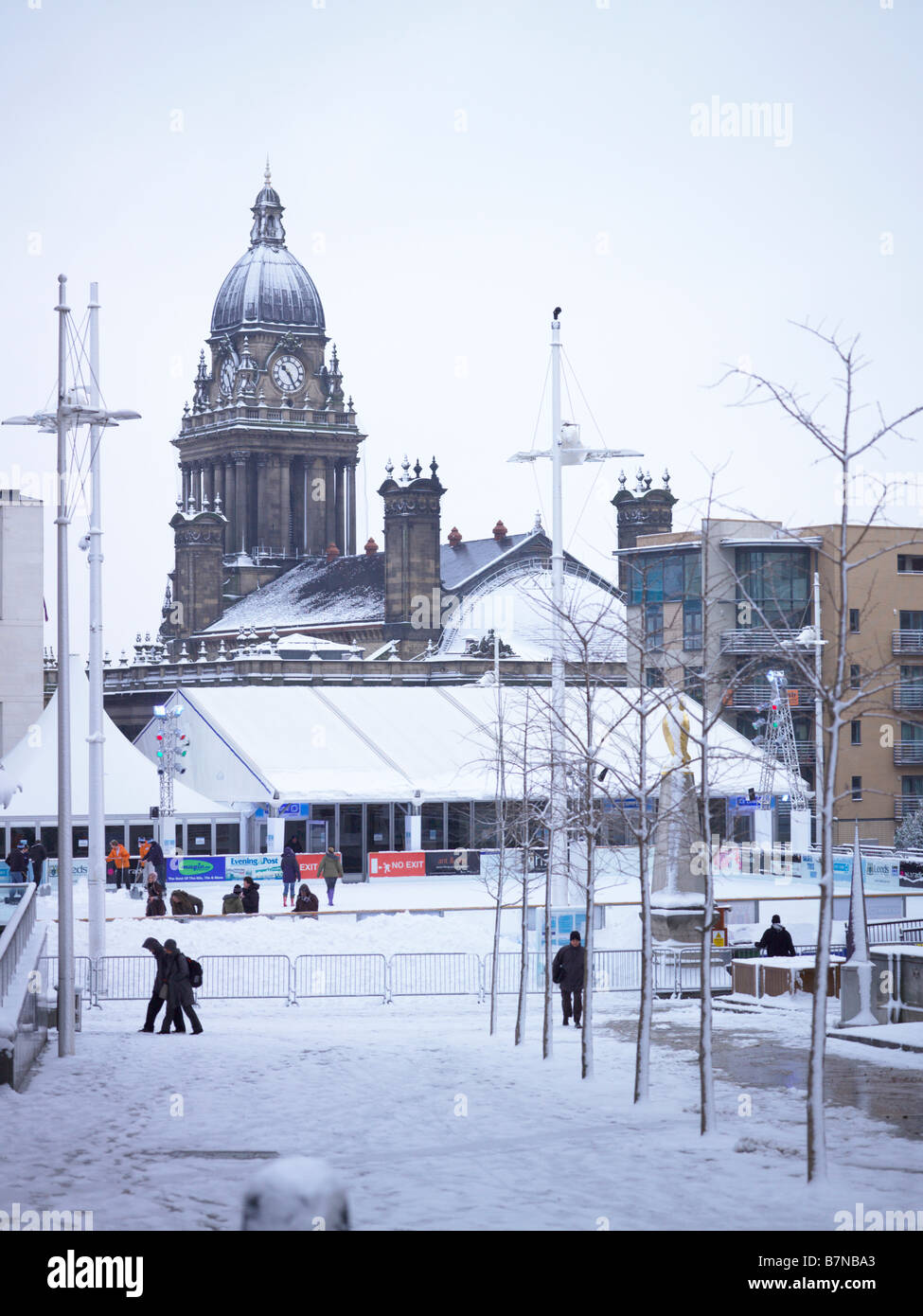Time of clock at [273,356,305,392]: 10:25
